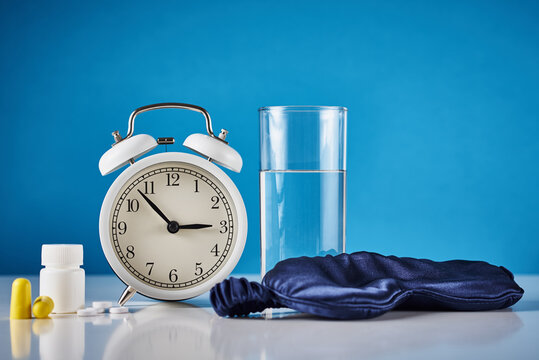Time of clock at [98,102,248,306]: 2:53
